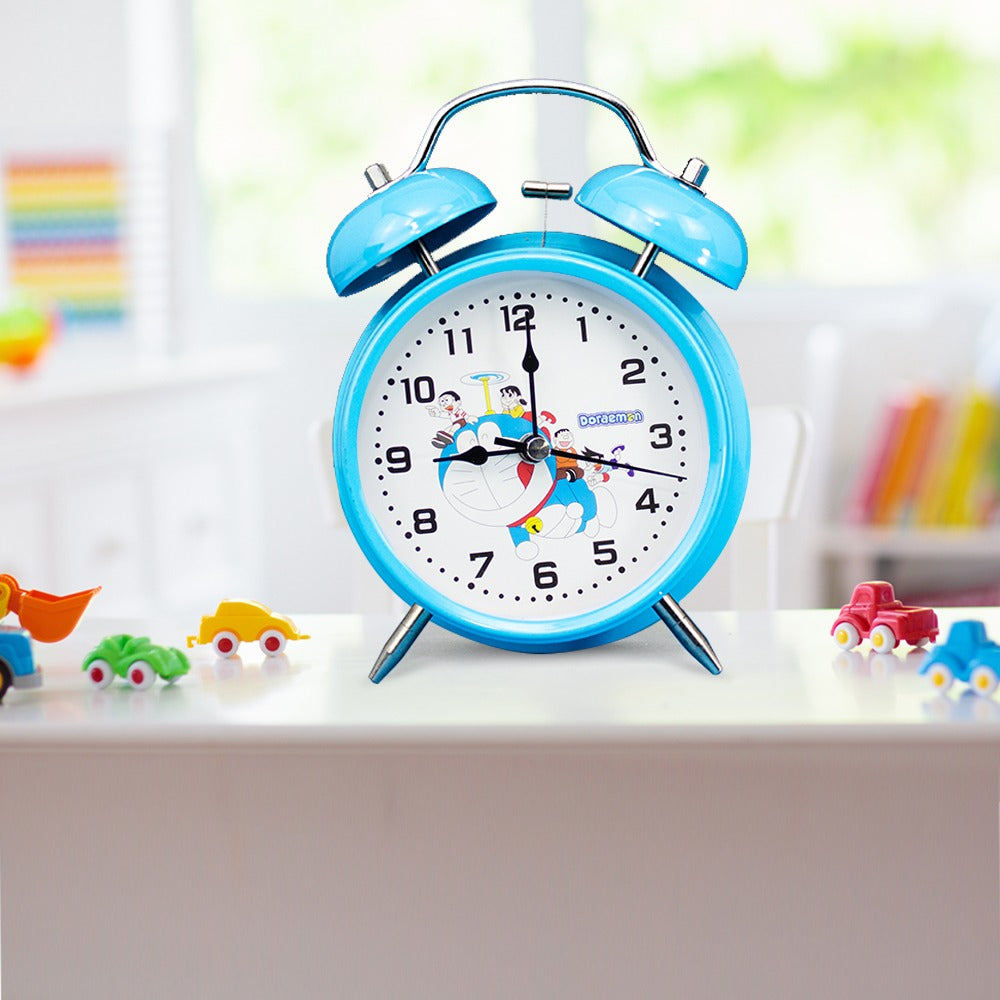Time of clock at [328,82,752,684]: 9:00
